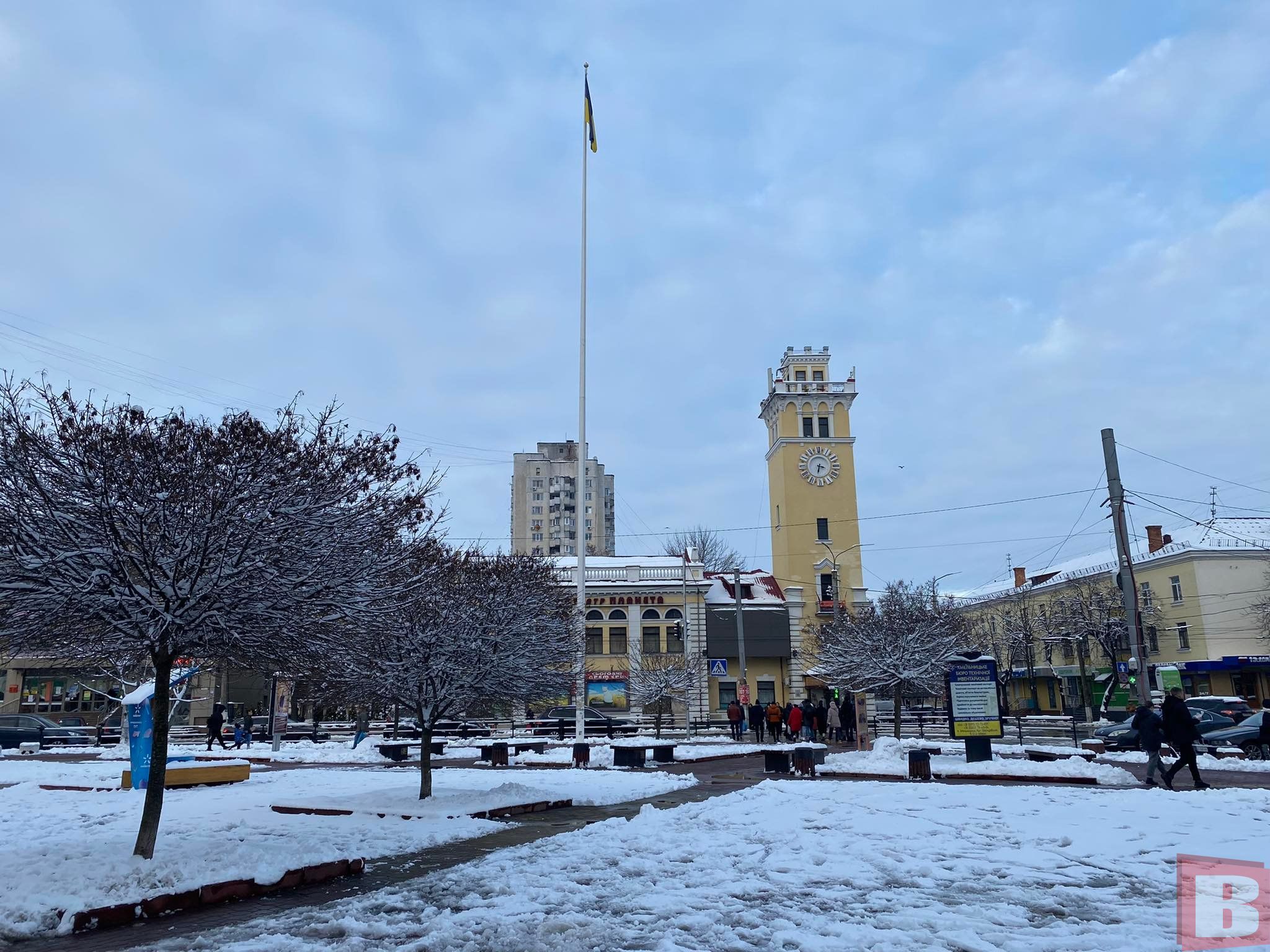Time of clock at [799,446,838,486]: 3:32
